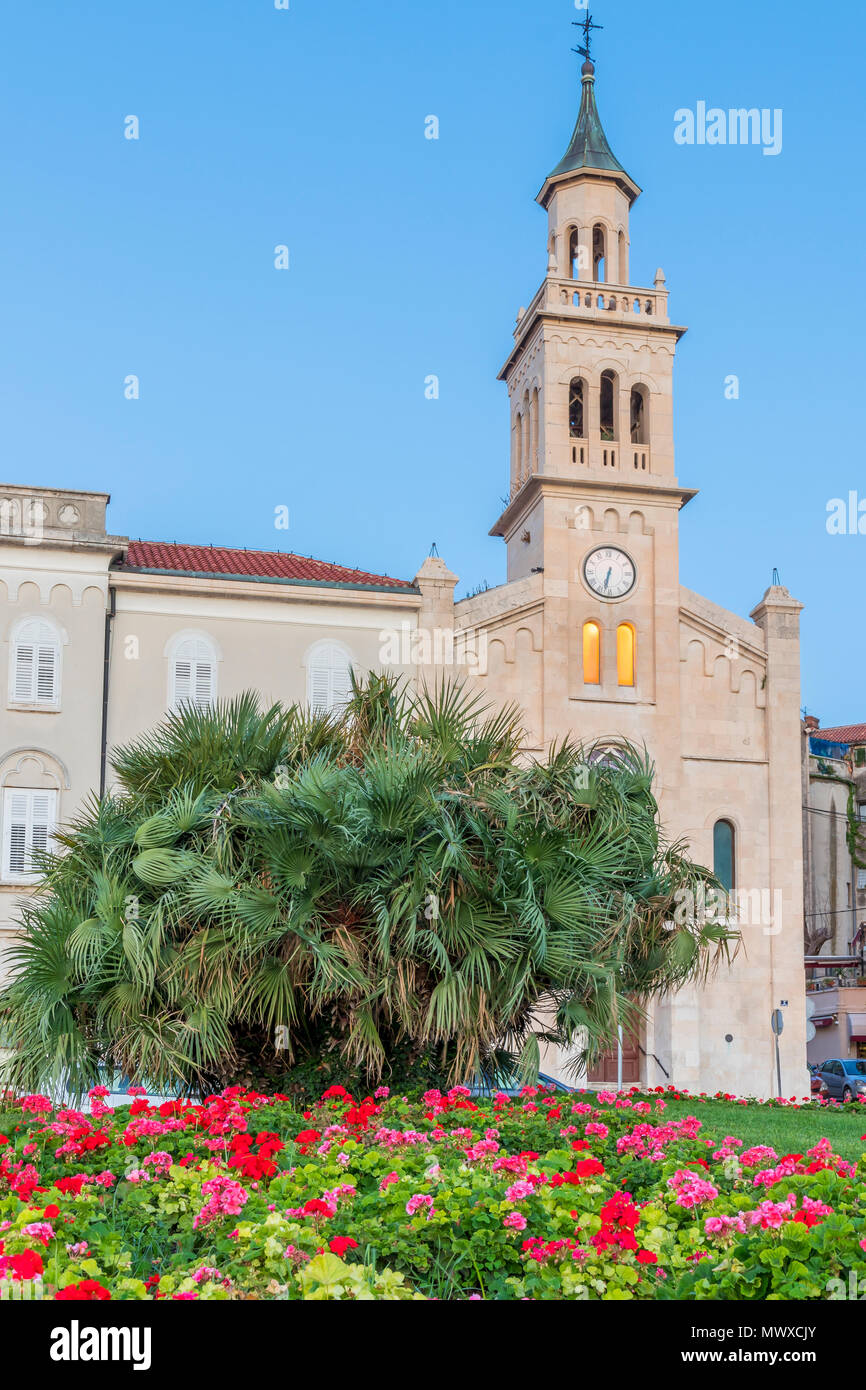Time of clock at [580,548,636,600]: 6:32
